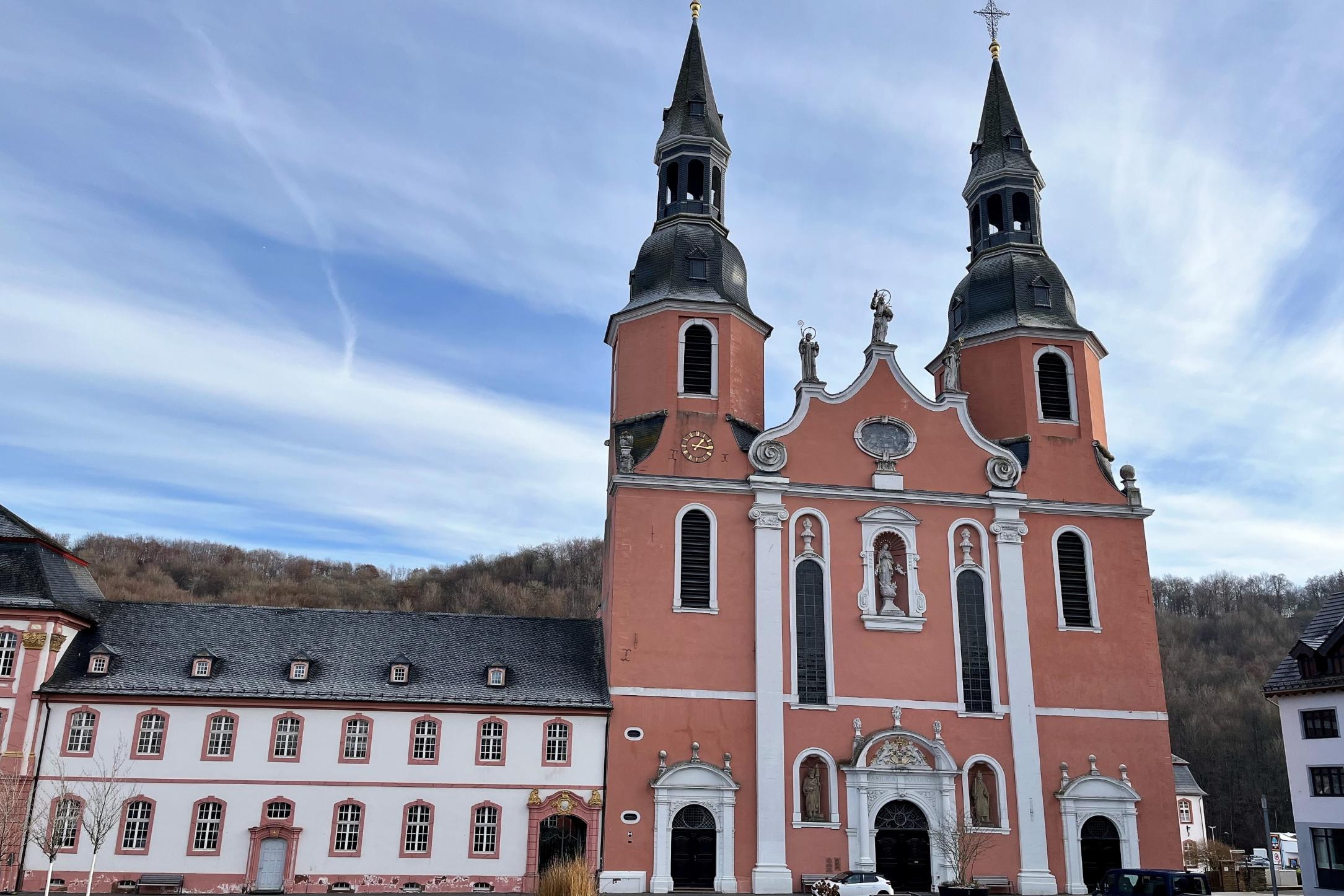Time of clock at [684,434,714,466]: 1:16
